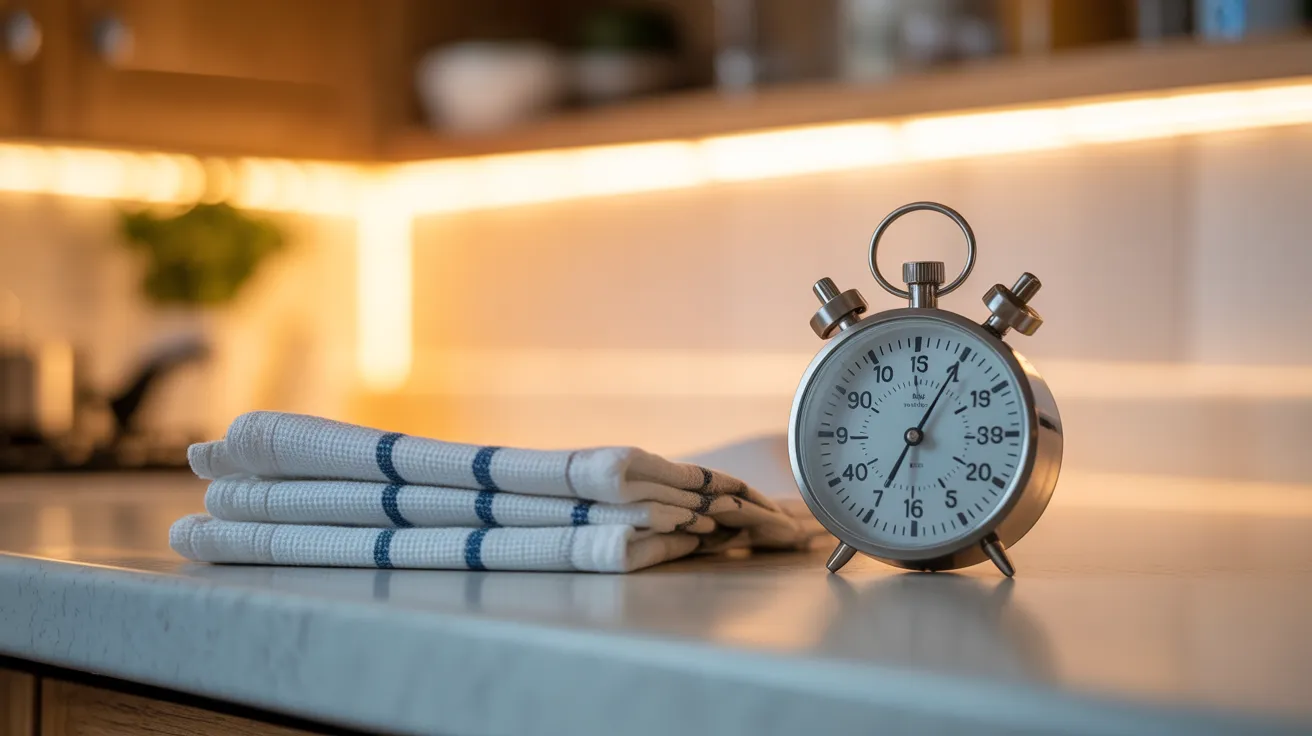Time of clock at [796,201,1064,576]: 7:05
